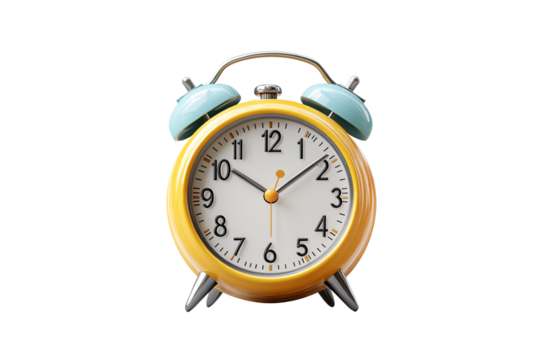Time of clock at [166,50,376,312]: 10:08
